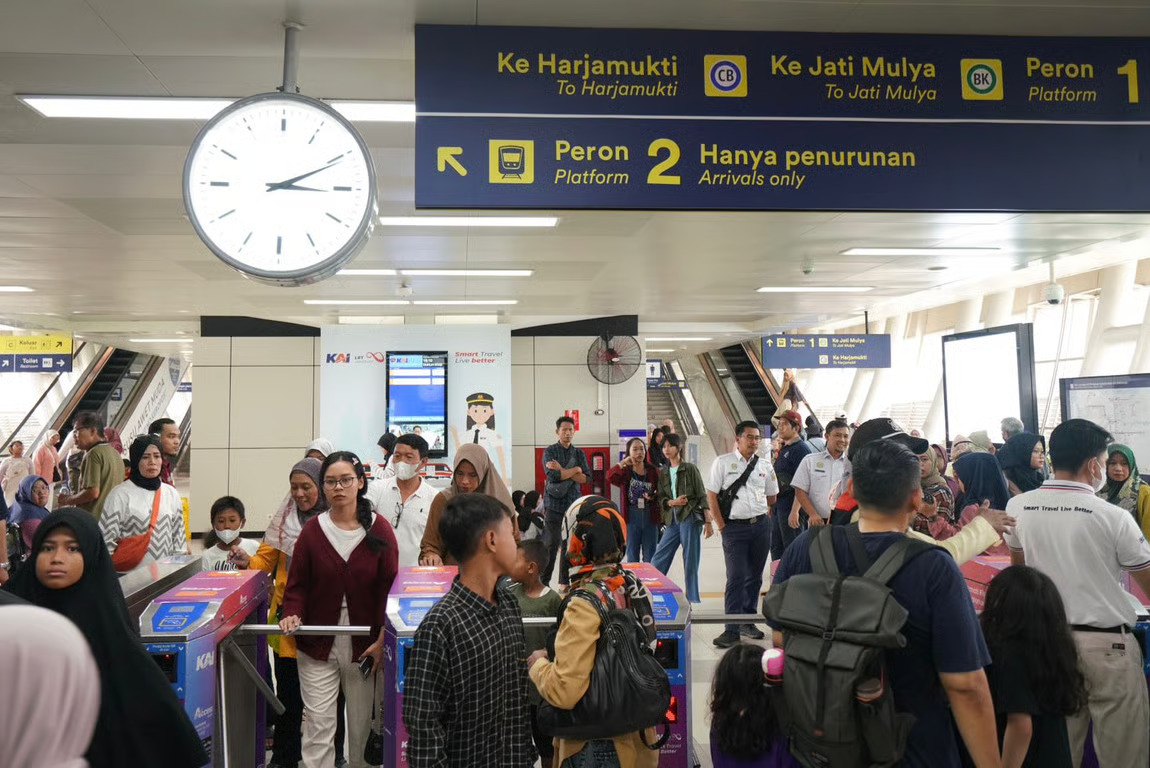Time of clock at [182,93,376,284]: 3:10
